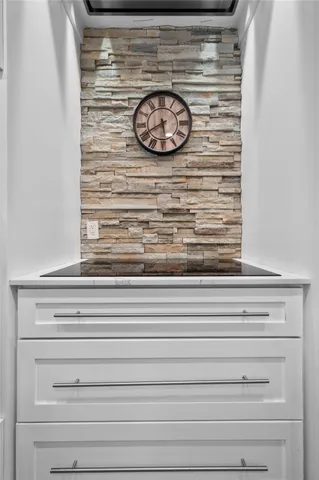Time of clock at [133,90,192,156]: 5:40
